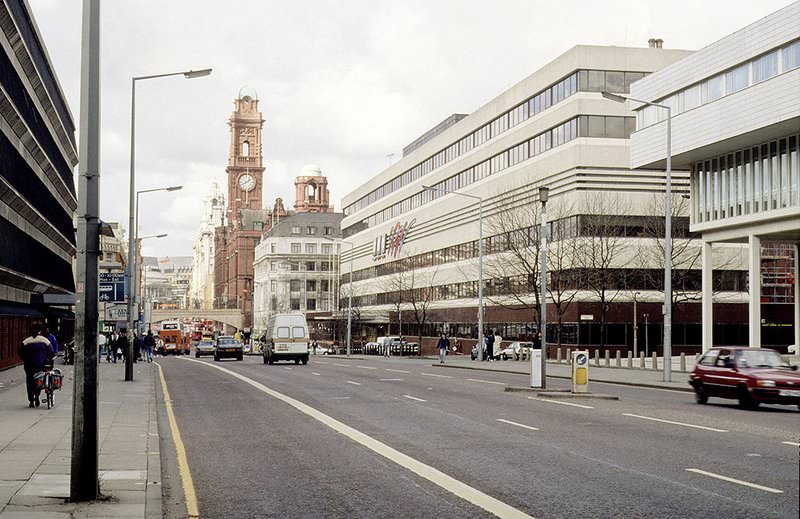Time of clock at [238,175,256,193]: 1:40
